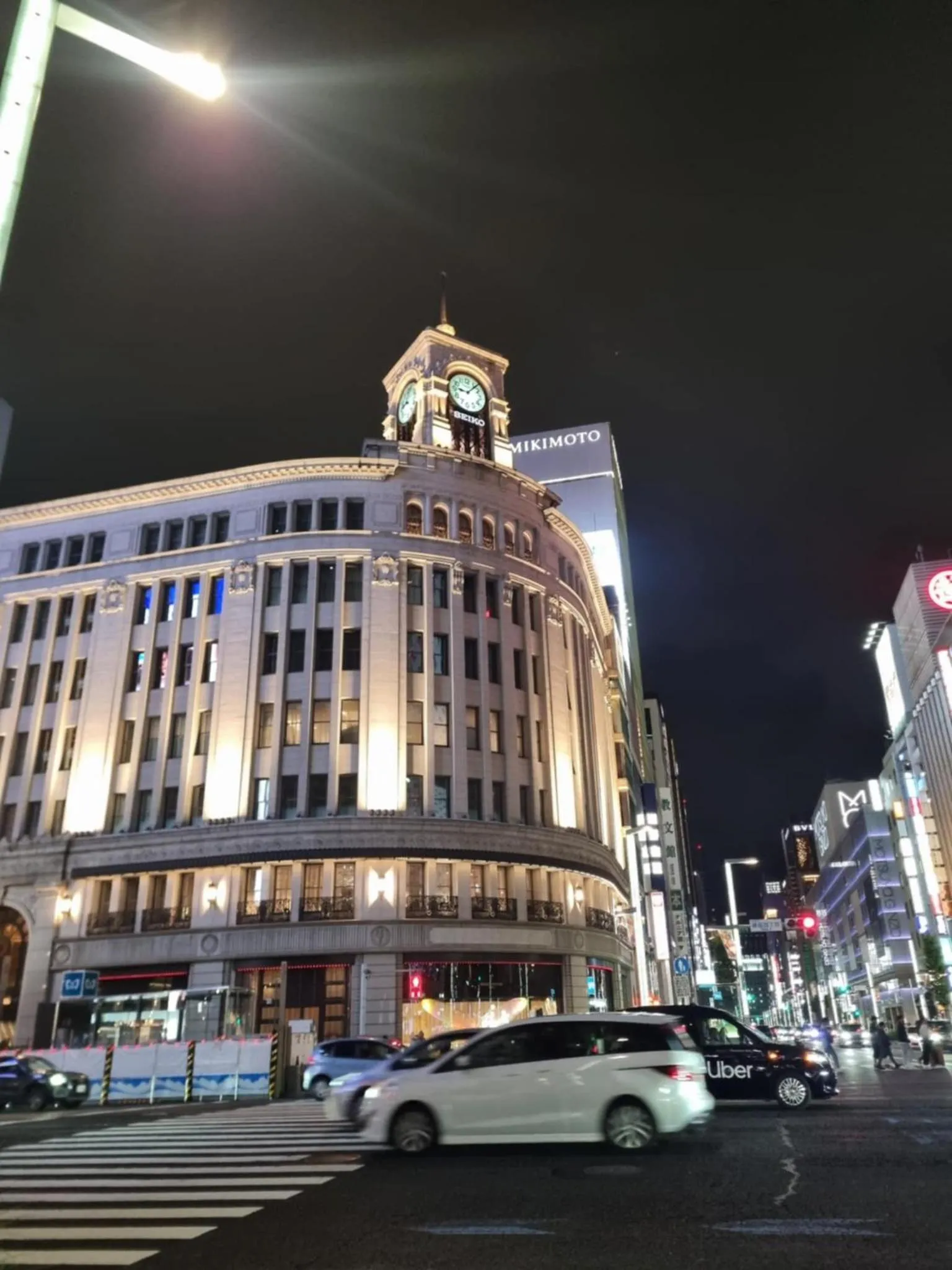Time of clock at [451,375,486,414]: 9:07
